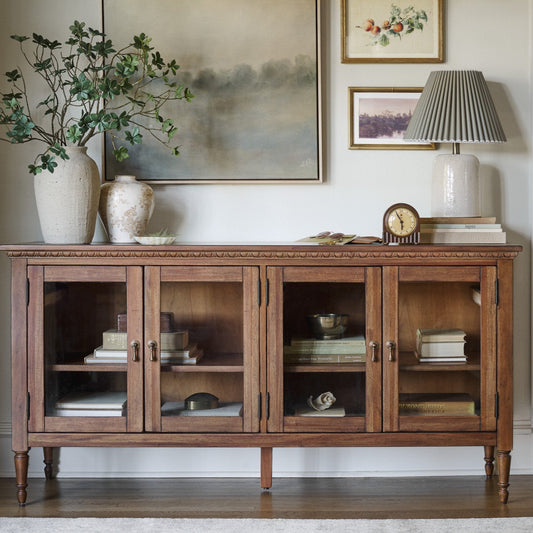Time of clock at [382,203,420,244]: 5:55
